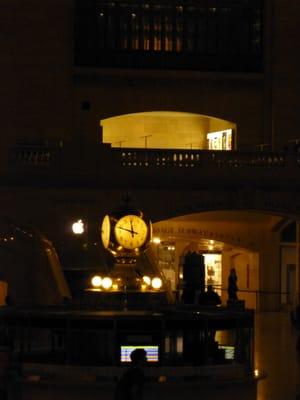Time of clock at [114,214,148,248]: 11:48
